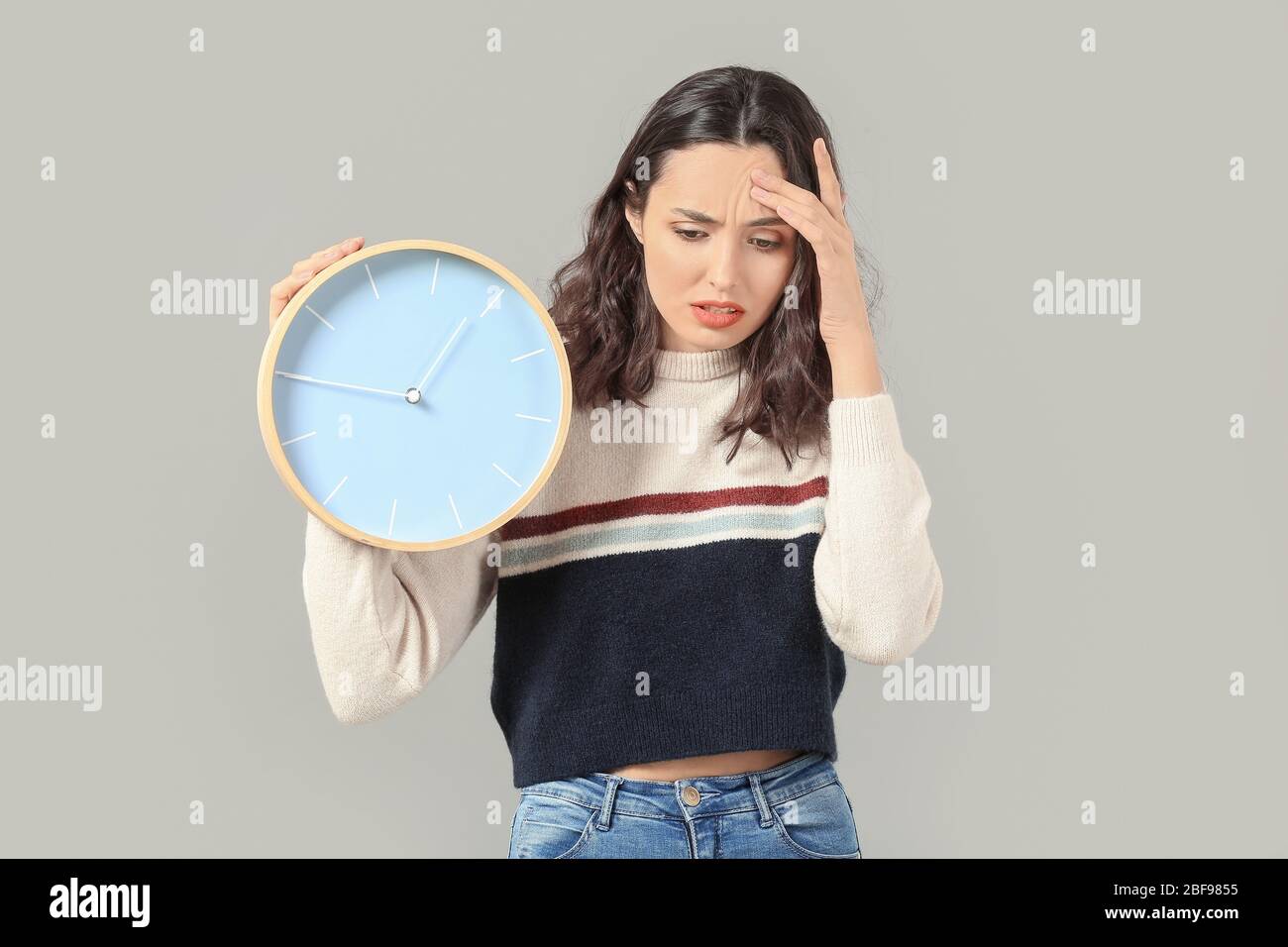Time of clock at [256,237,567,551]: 12:45
